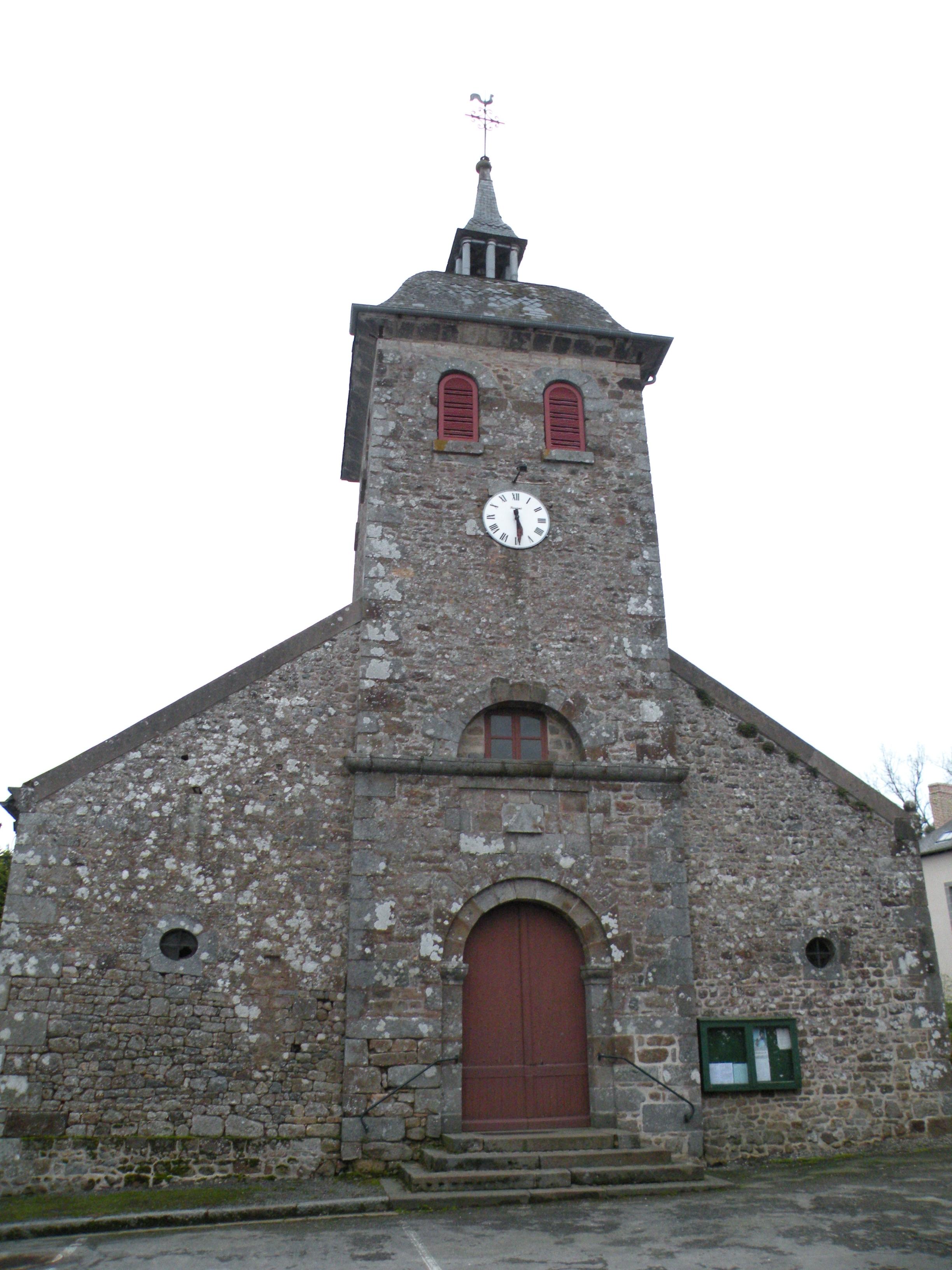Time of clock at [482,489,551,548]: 5:29
